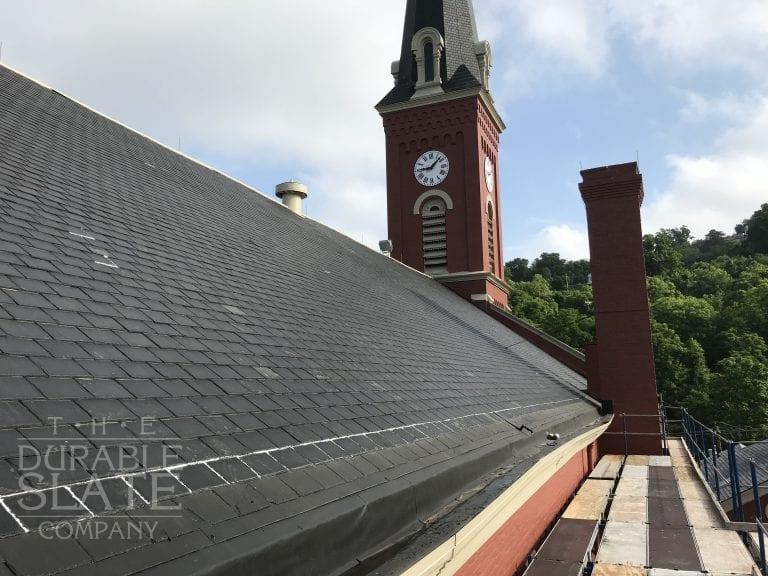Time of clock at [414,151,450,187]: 9:07
